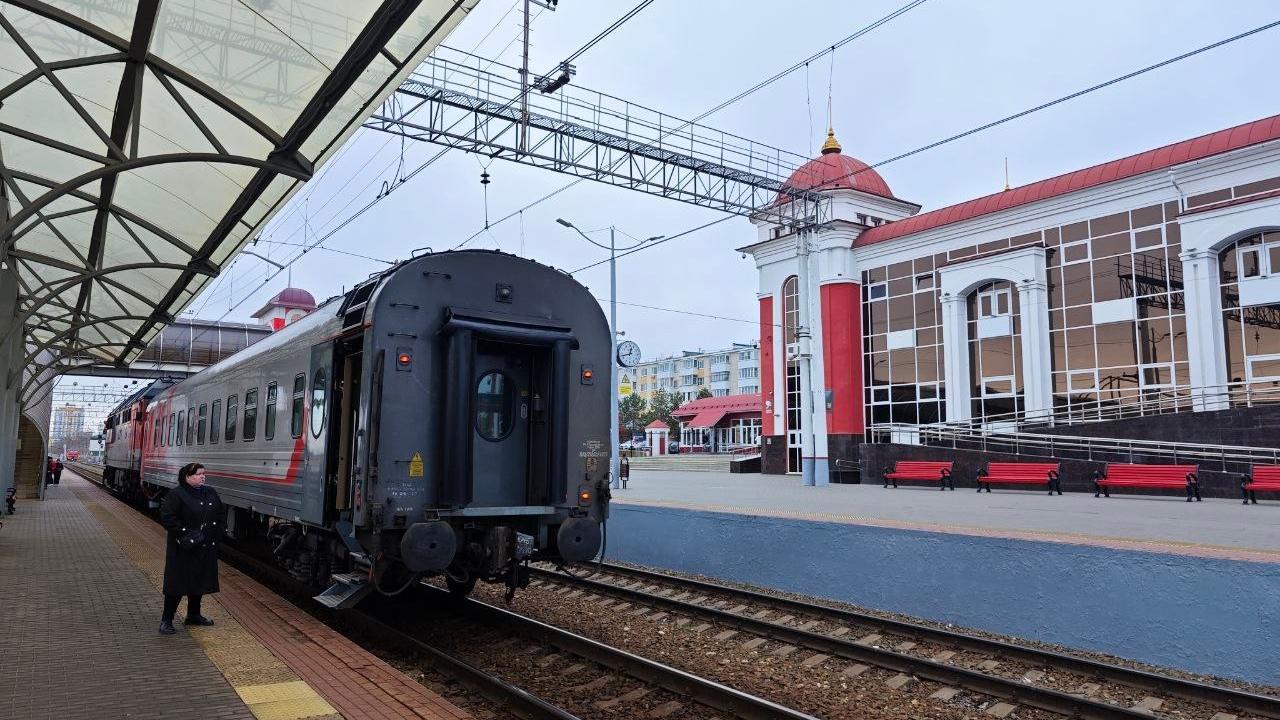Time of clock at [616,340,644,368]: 12:42
